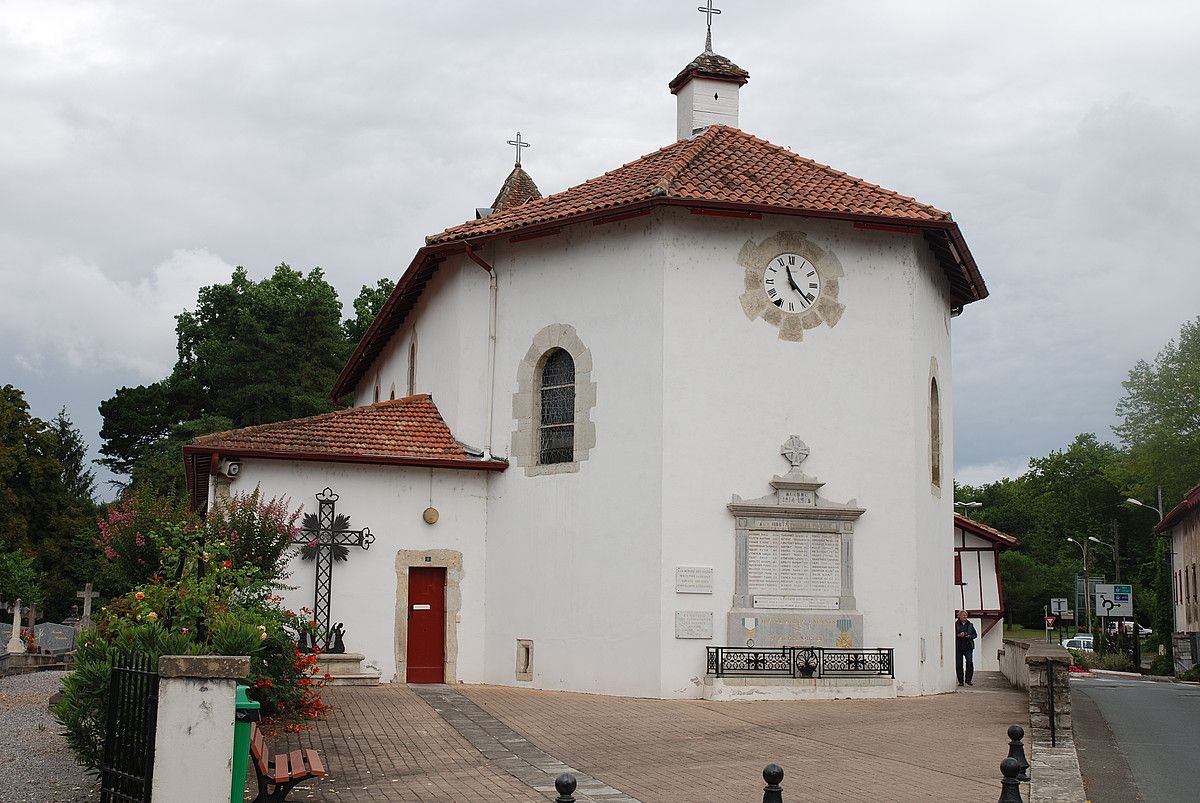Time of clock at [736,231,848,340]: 11:22
